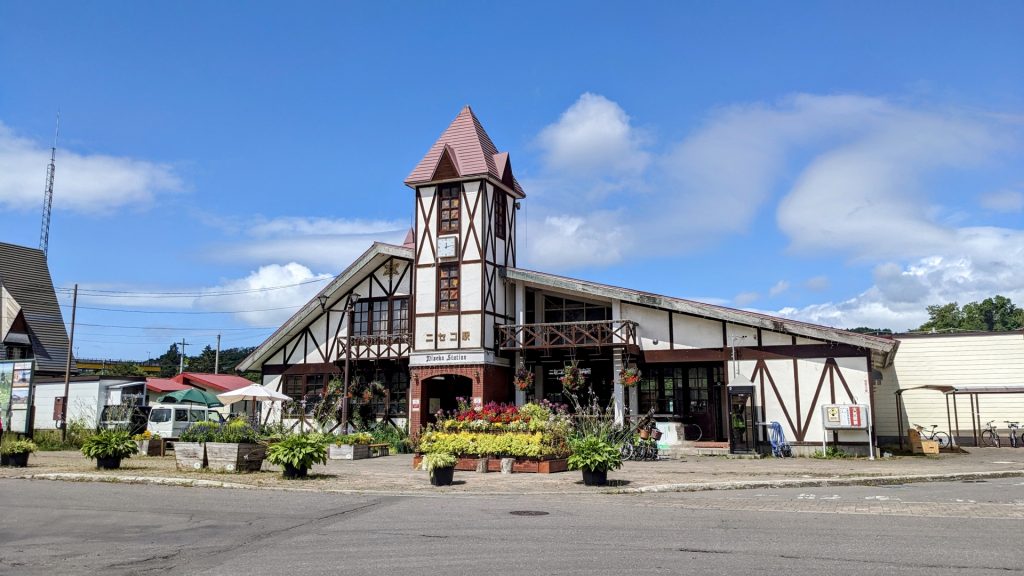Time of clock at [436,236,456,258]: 12:12
